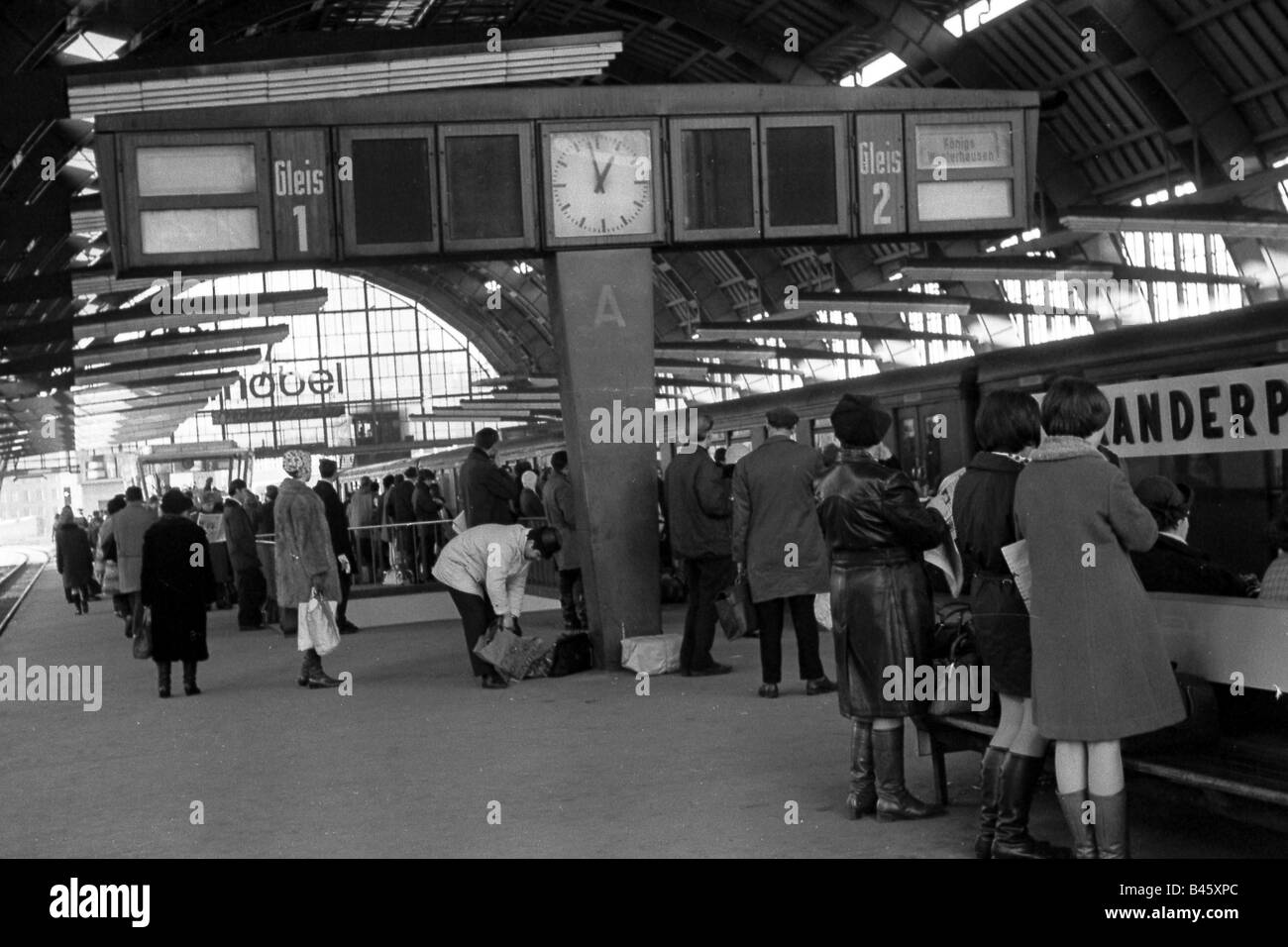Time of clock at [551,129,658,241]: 12:58
